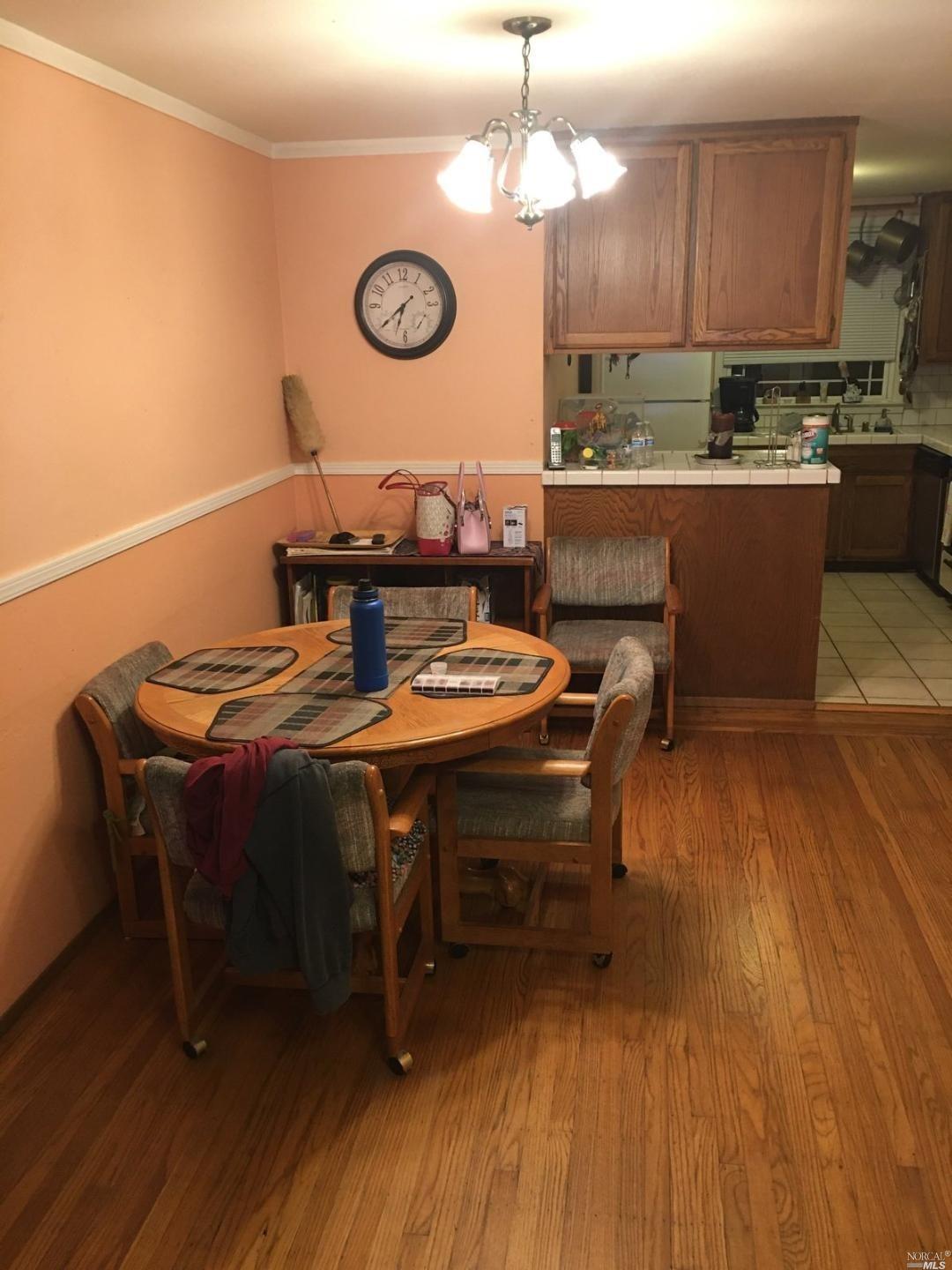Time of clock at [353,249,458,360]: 6:38
